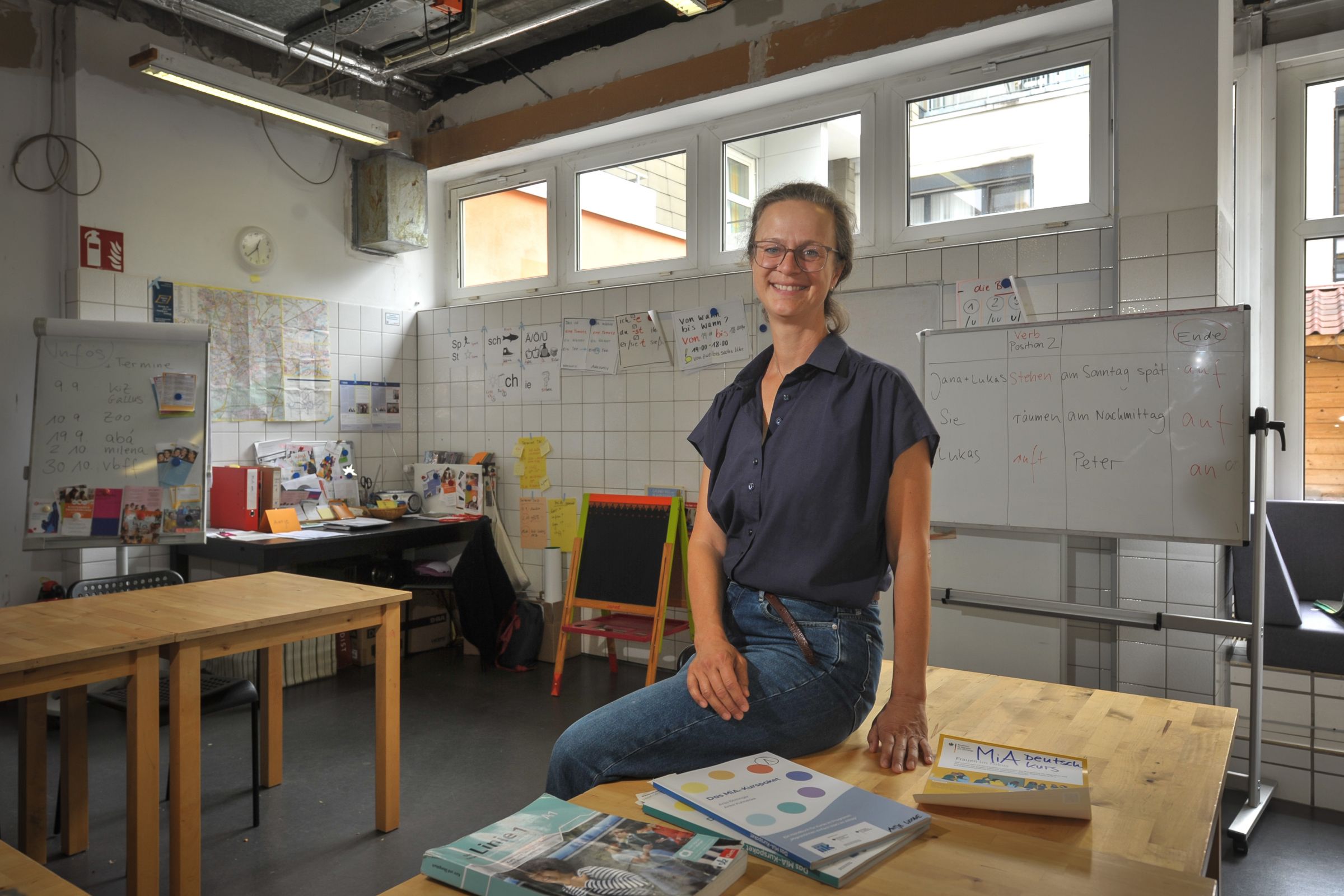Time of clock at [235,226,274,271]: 12:38
